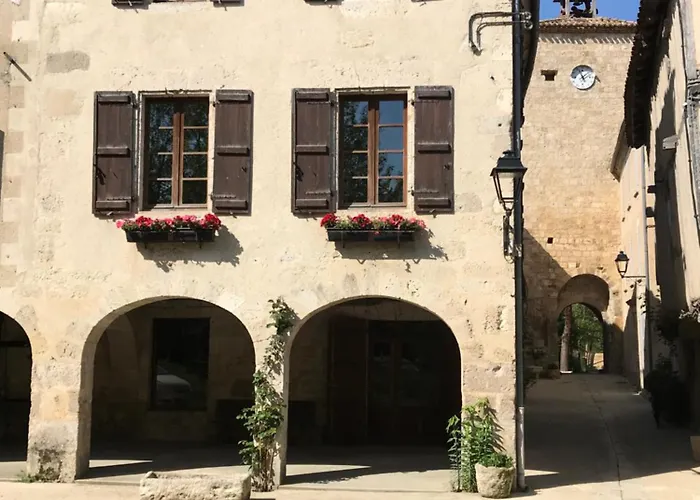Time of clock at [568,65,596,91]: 1:56
